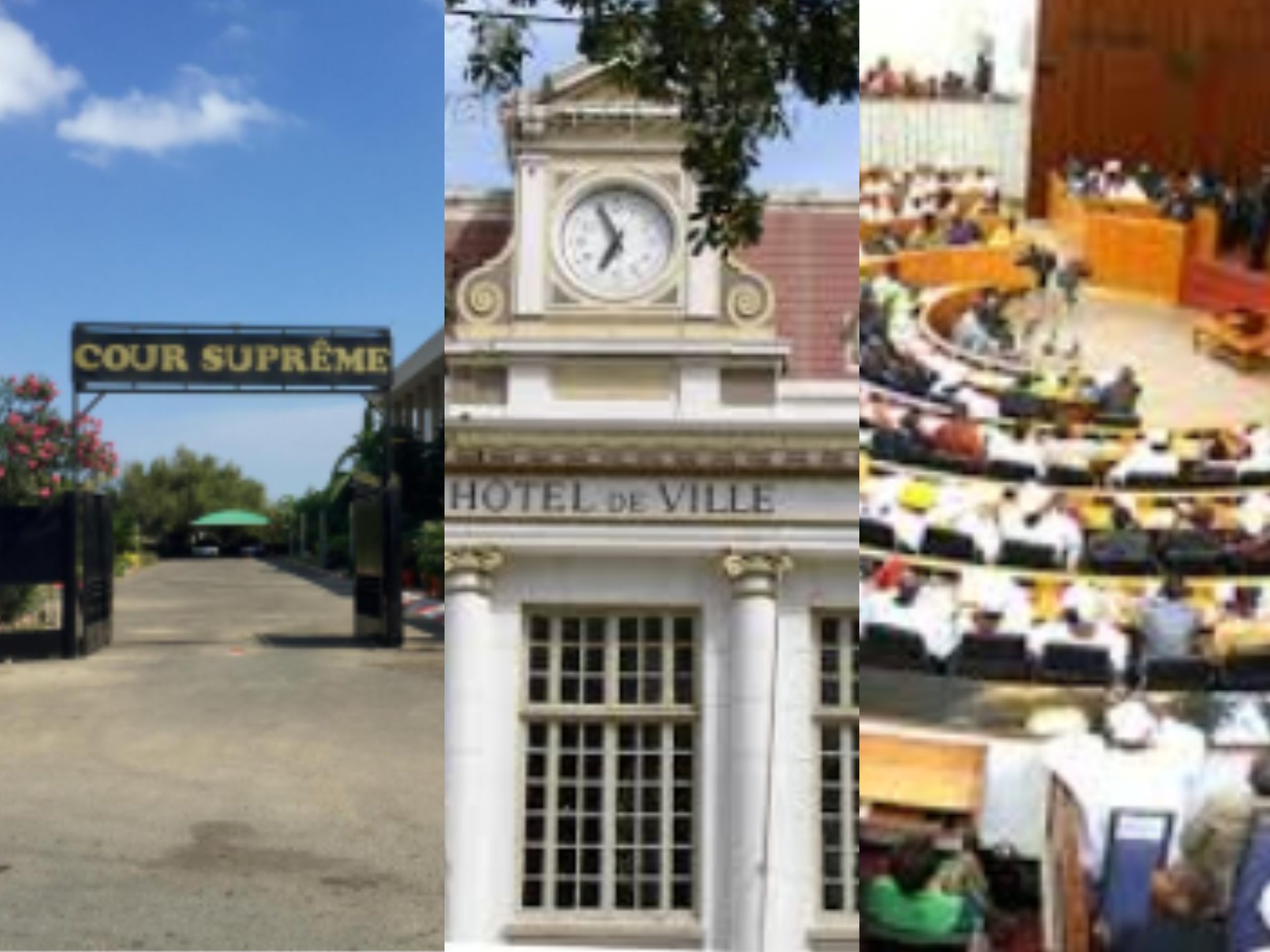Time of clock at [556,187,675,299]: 6:56
